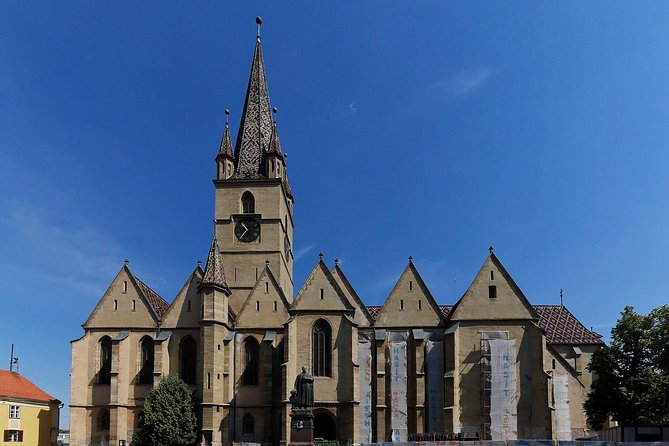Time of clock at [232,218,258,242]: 10:36
